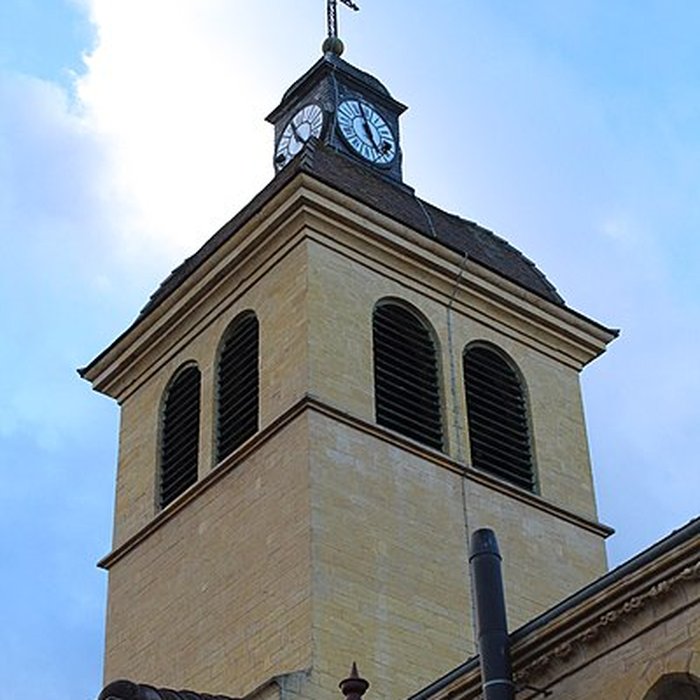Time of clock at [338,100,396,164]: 4:57
